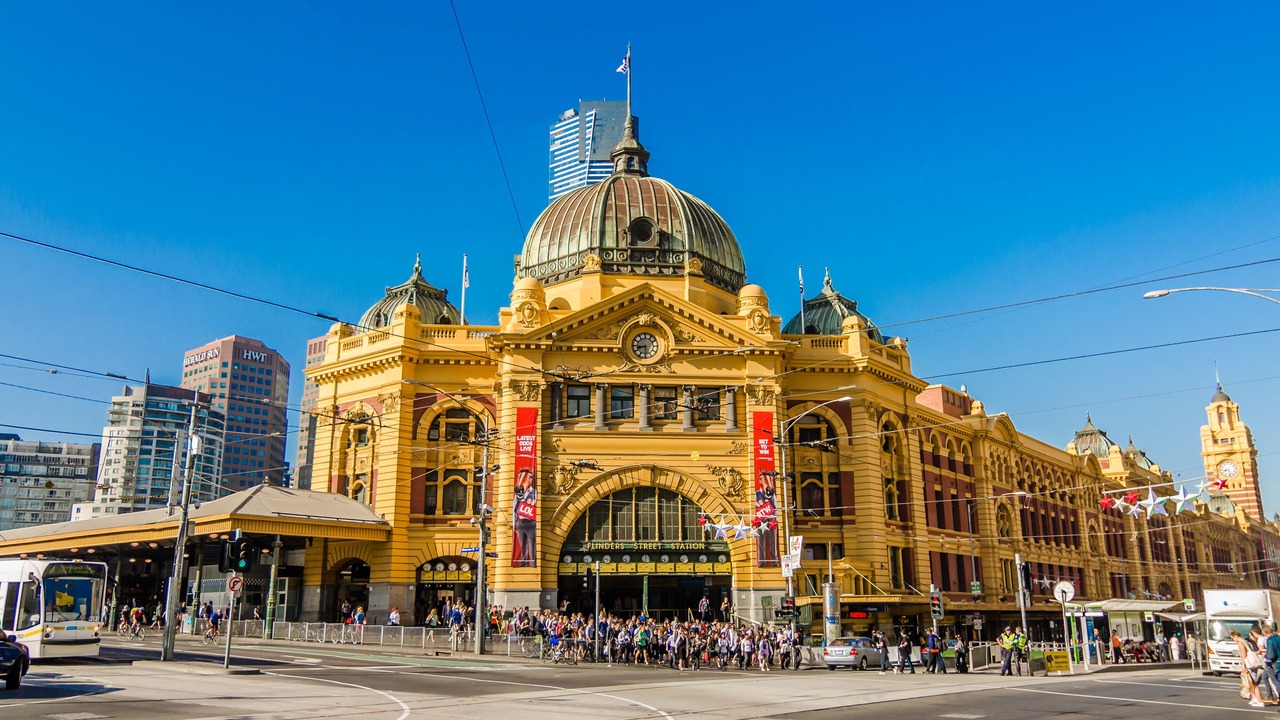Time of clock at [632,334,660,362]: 8:29
